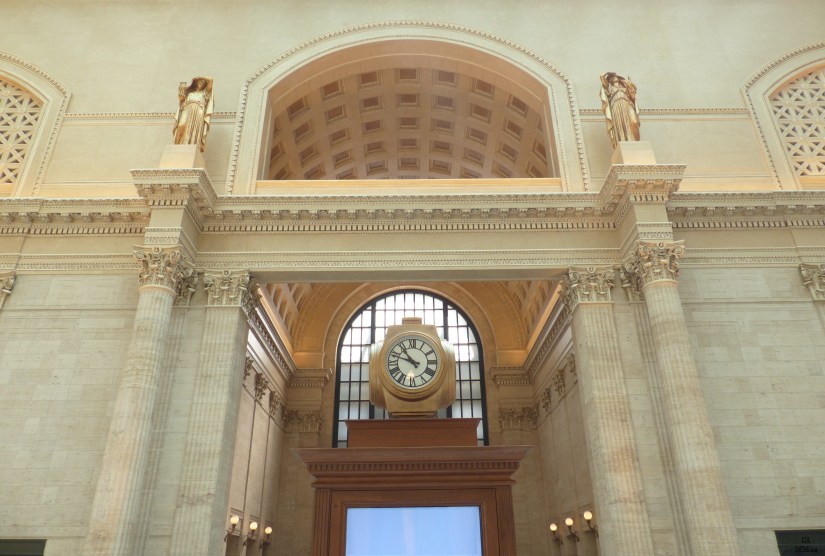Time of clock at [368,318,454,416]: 10:47
